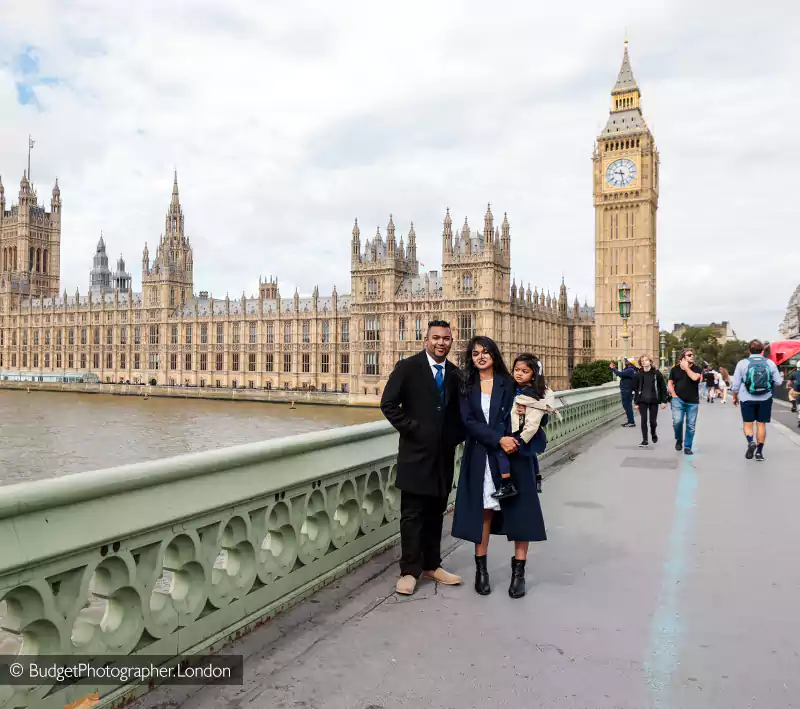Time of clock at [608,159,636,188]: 9:28
